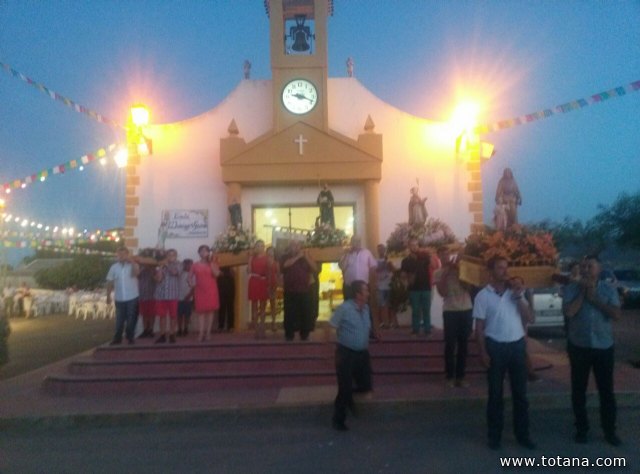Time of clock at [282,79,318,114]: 9:18
